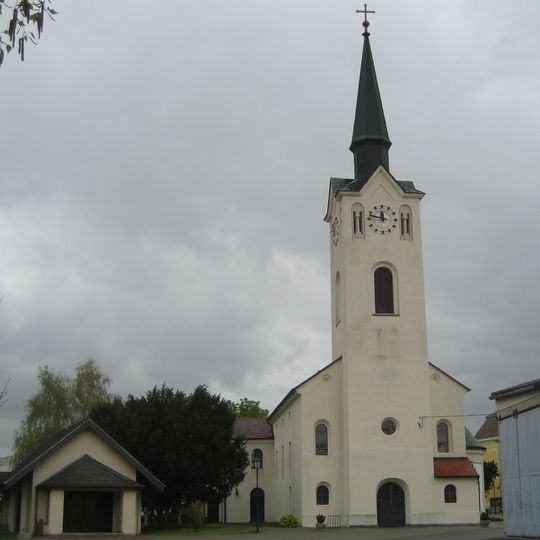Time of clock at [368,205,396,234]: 11:47
